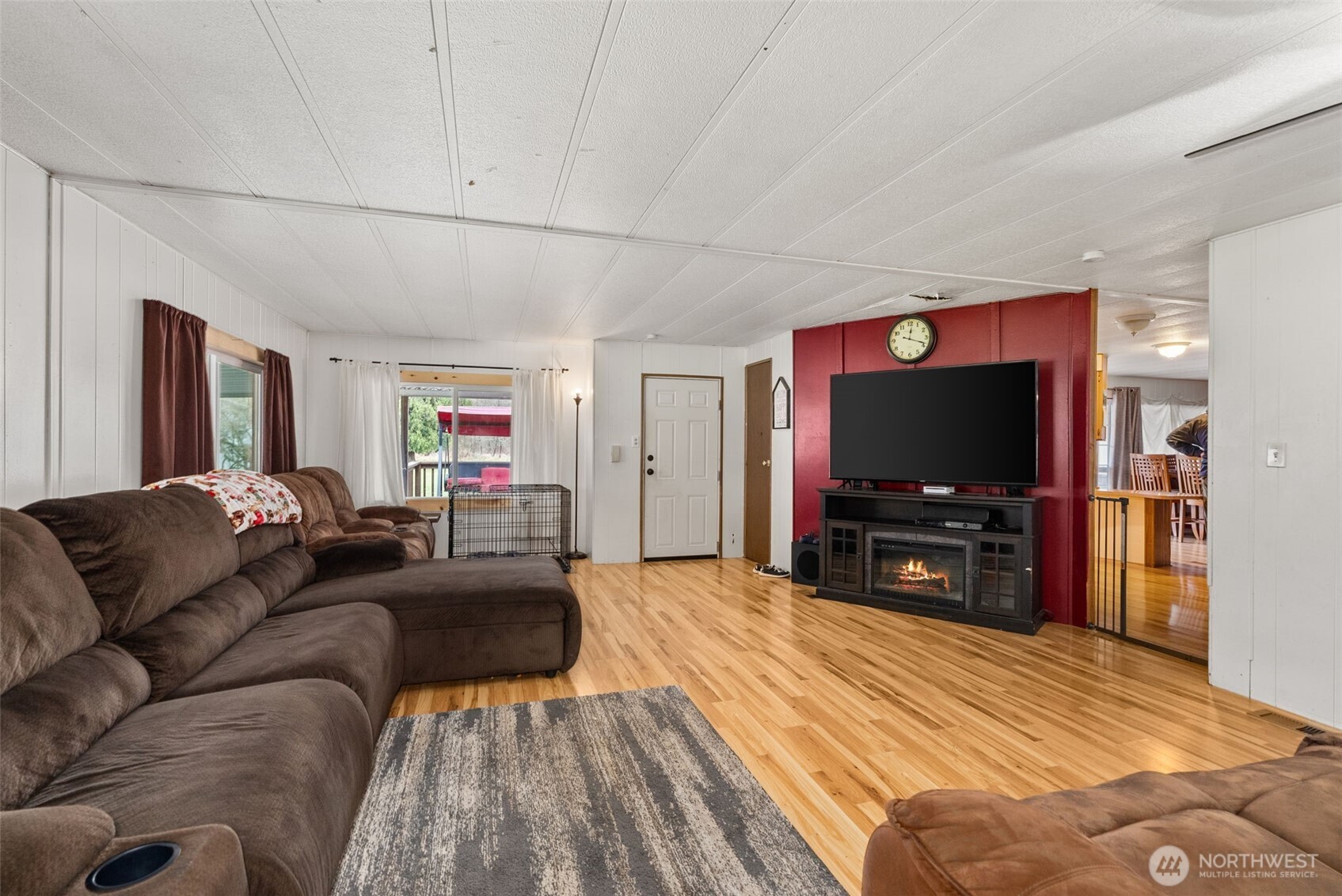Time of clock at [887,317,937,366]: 12:18
